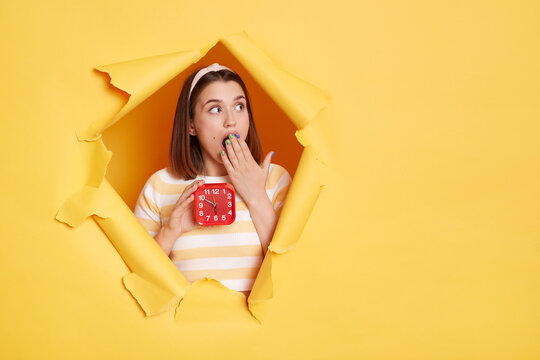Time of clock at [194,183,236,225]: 5:49
